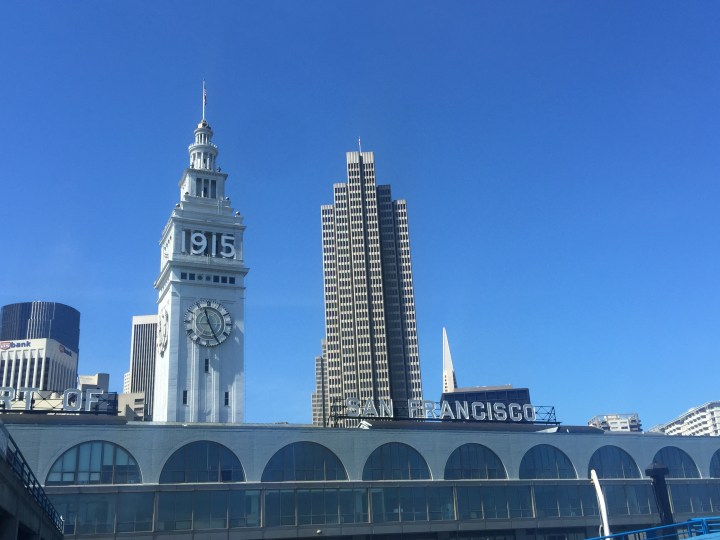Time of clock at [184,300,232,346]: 11:25
